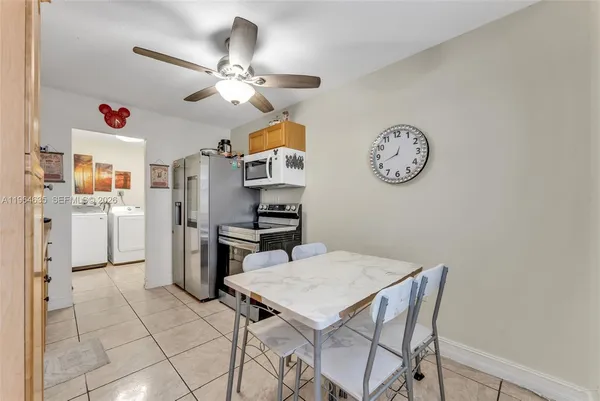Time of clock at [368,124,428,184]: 12:41
